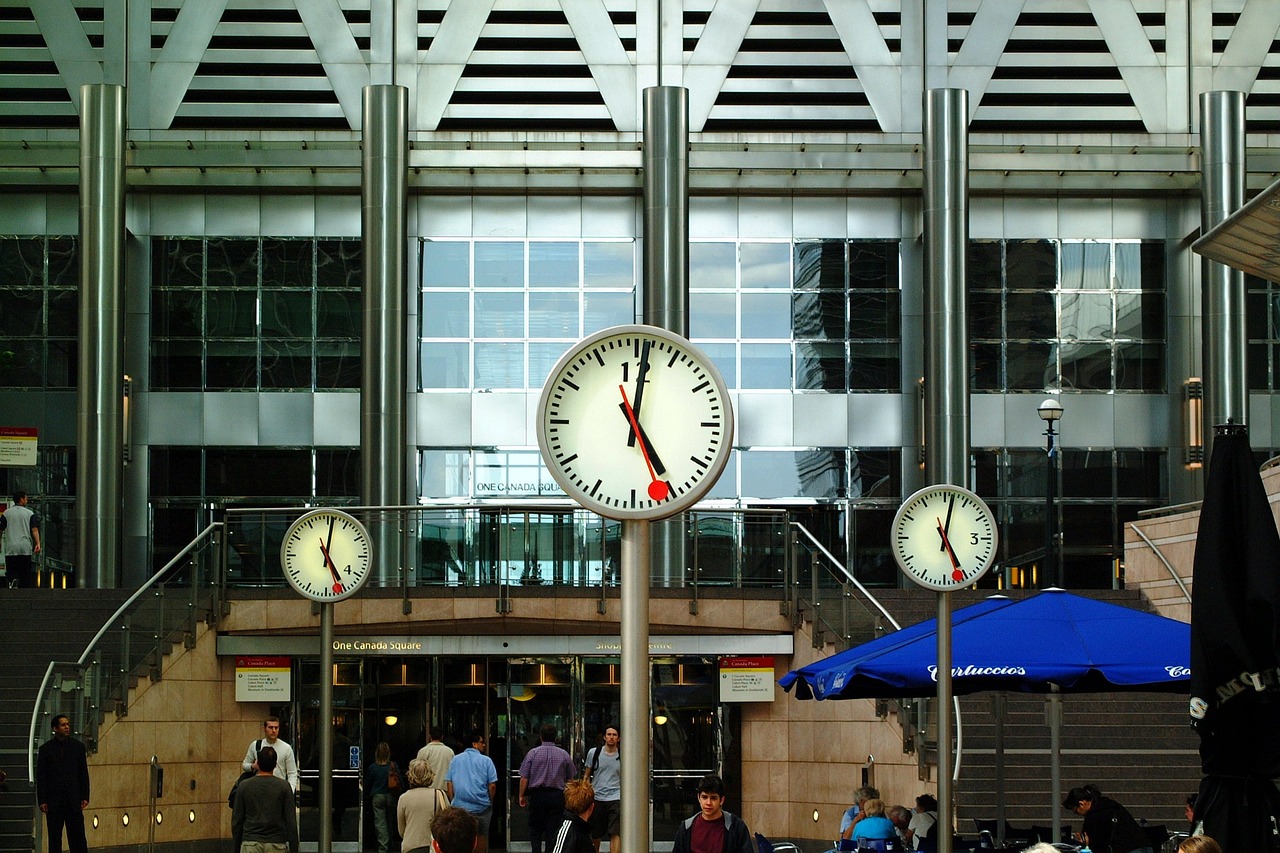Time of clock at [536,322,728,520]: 5:01
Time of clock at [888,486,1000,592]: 5:01
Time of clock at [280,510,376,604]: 5:01
